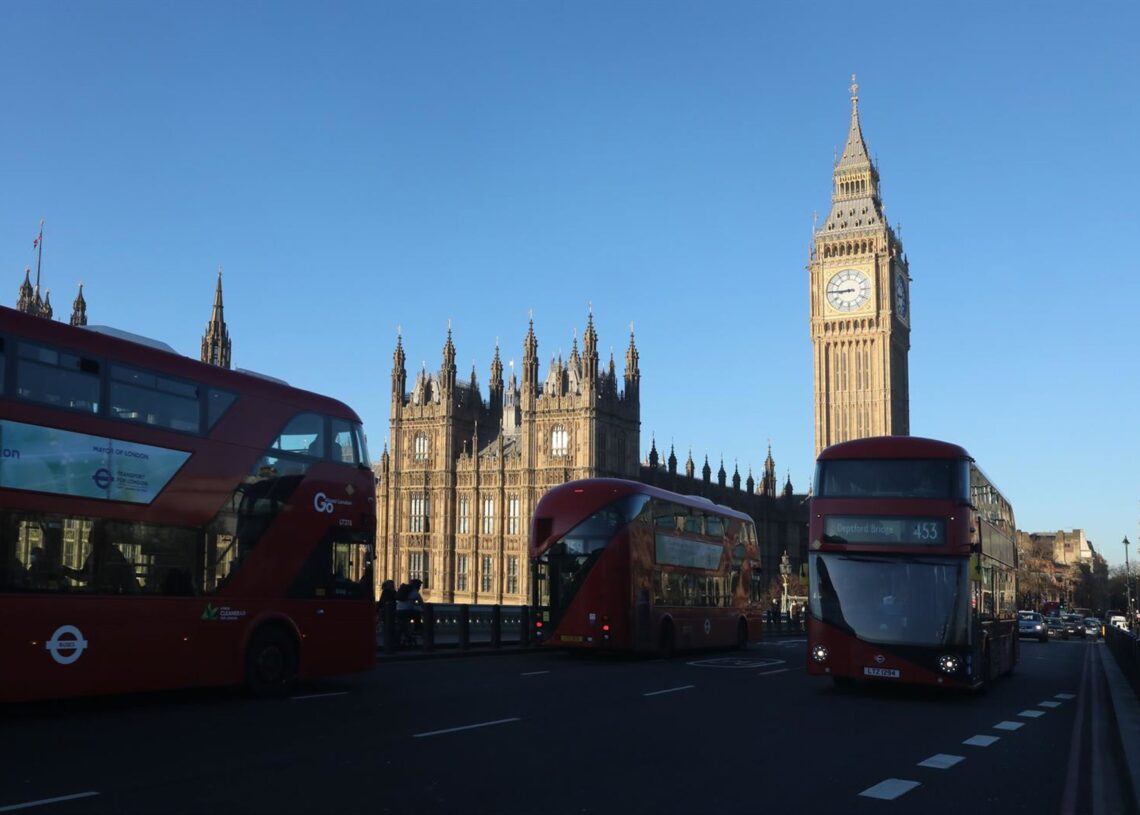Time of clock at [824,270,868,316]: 8:45
